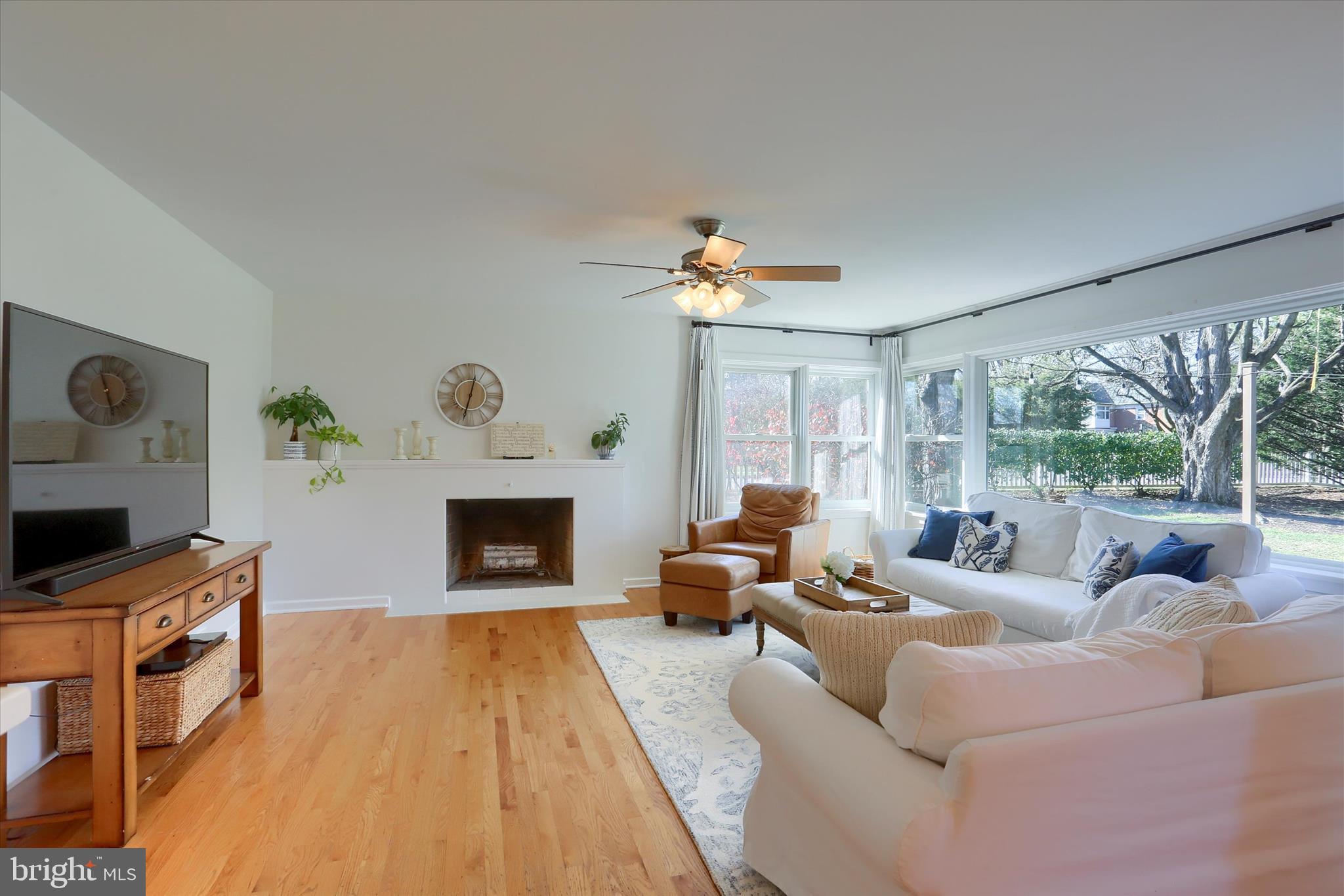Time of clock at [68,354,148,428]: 11:28
